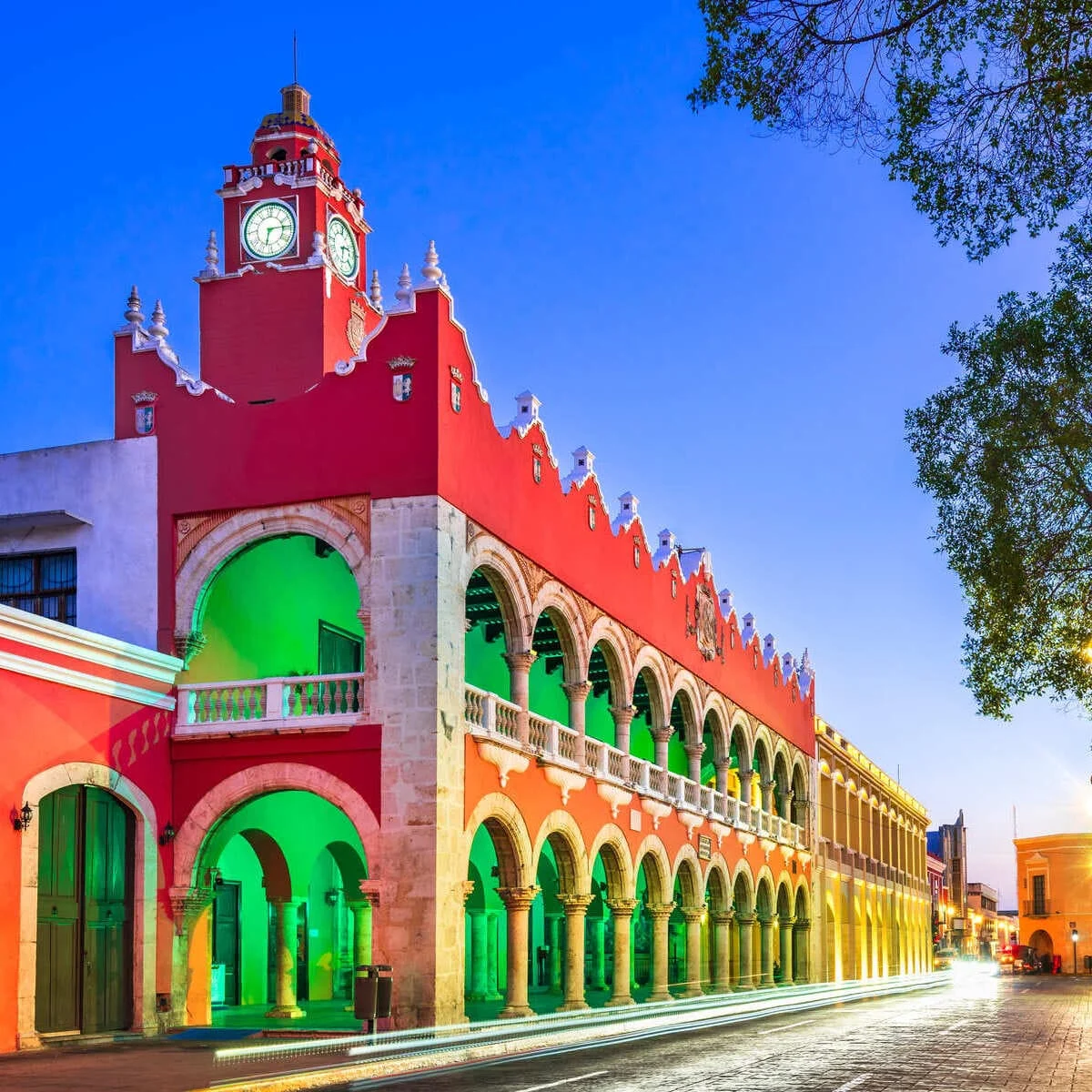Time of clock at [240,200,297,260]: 6:14
